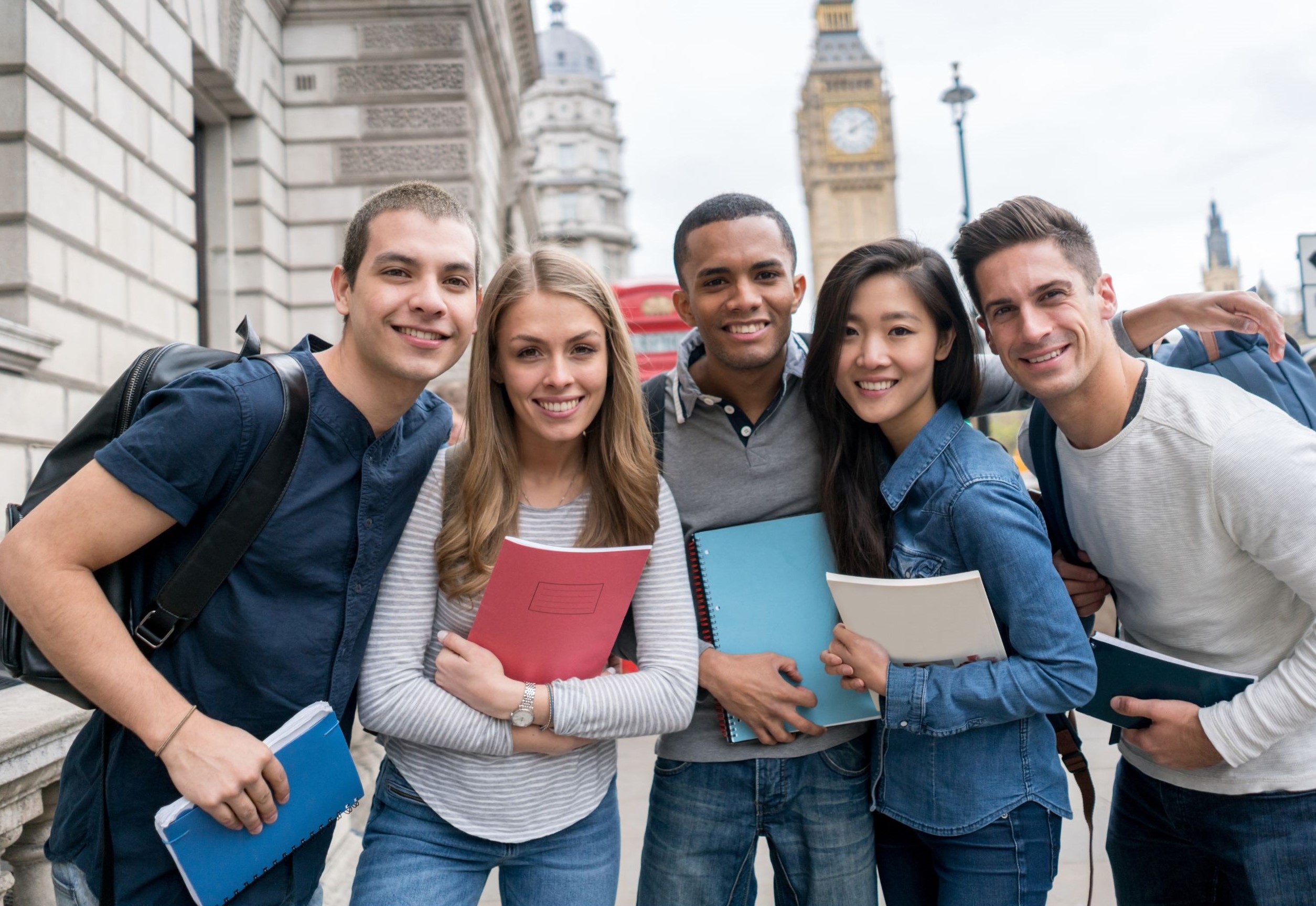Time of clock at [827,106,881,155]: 12:09
